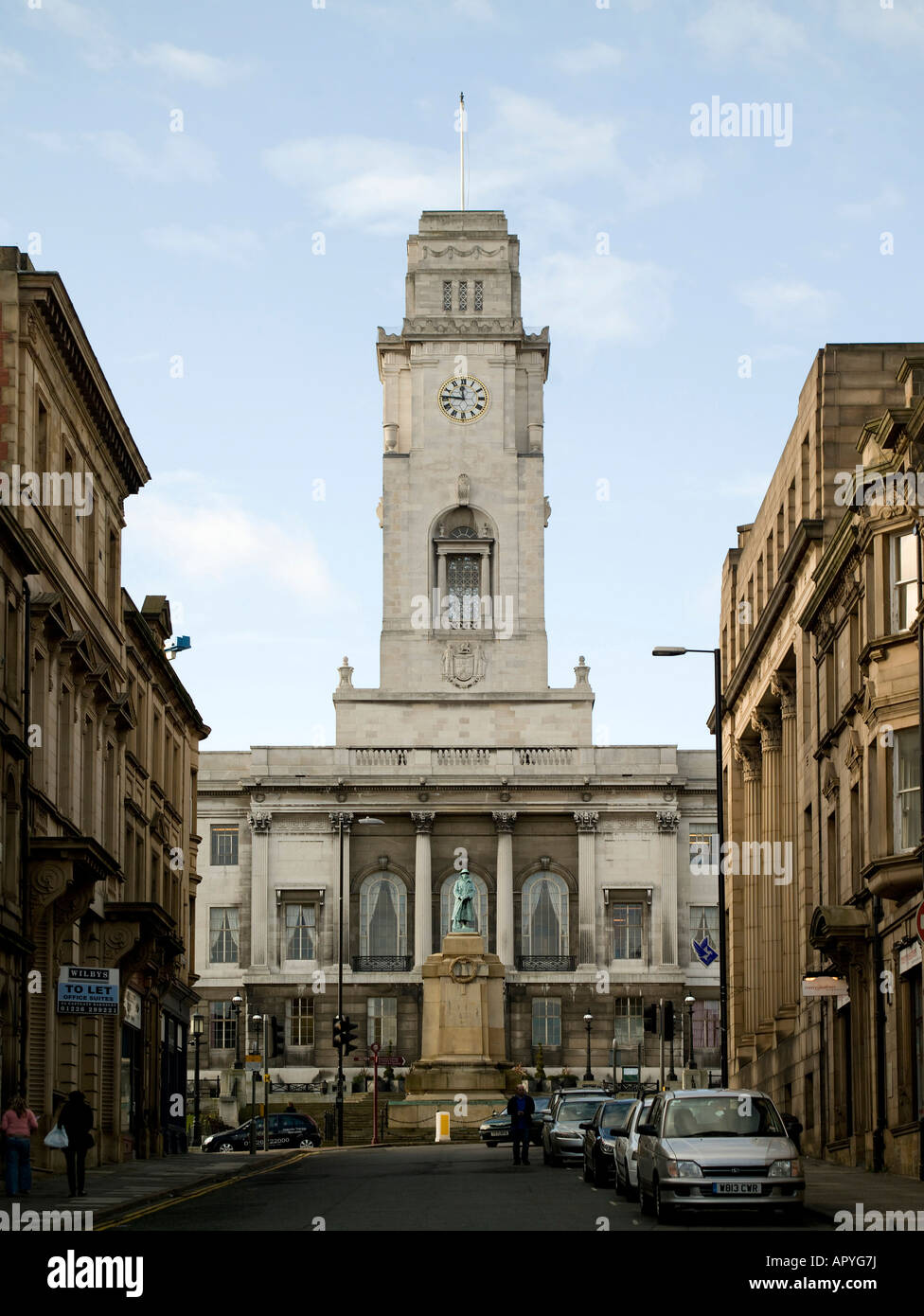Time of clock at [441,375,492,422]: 11:45
